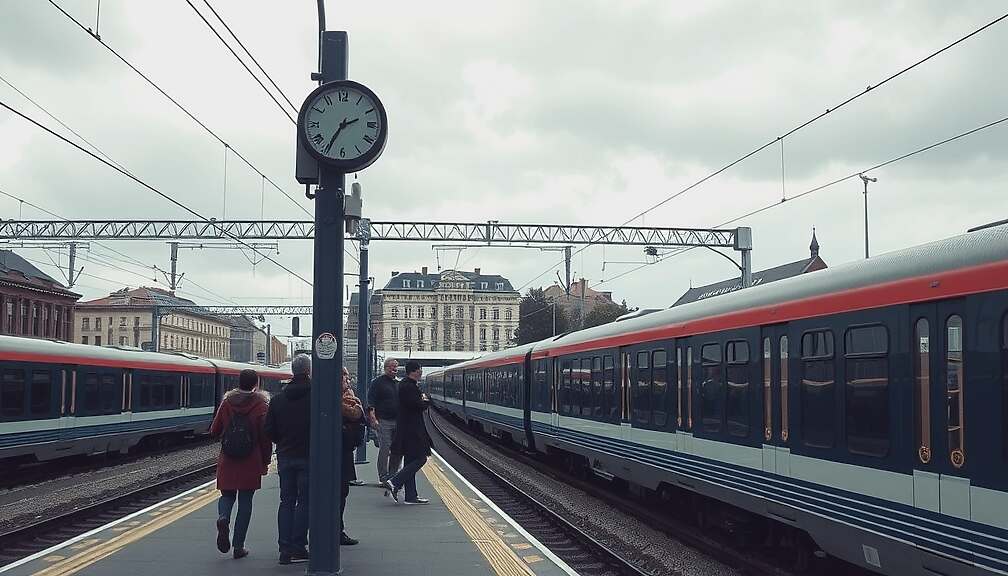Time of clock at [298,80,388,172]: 2:35
